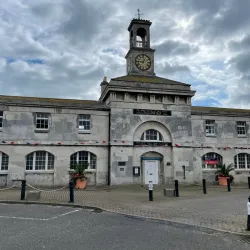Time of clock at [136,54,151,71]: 12:46
